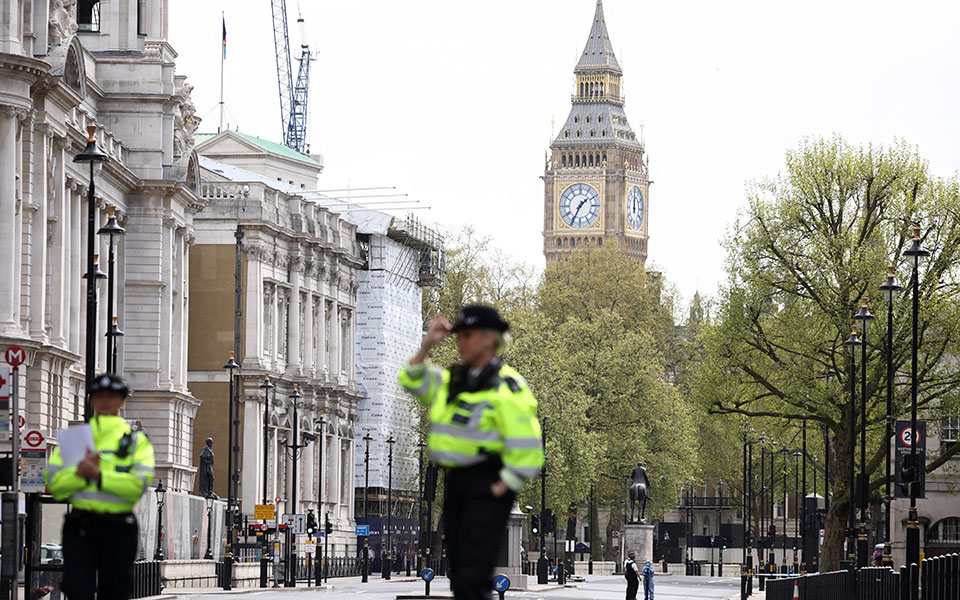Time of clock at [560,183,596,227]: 1:34
